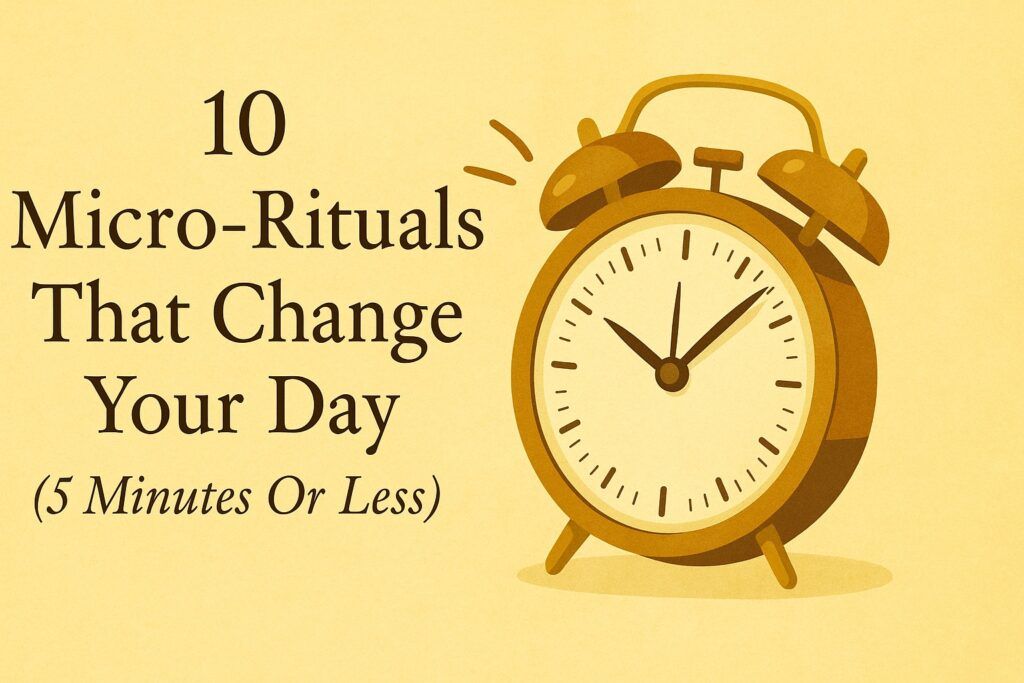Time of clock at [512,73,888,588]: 10:07
